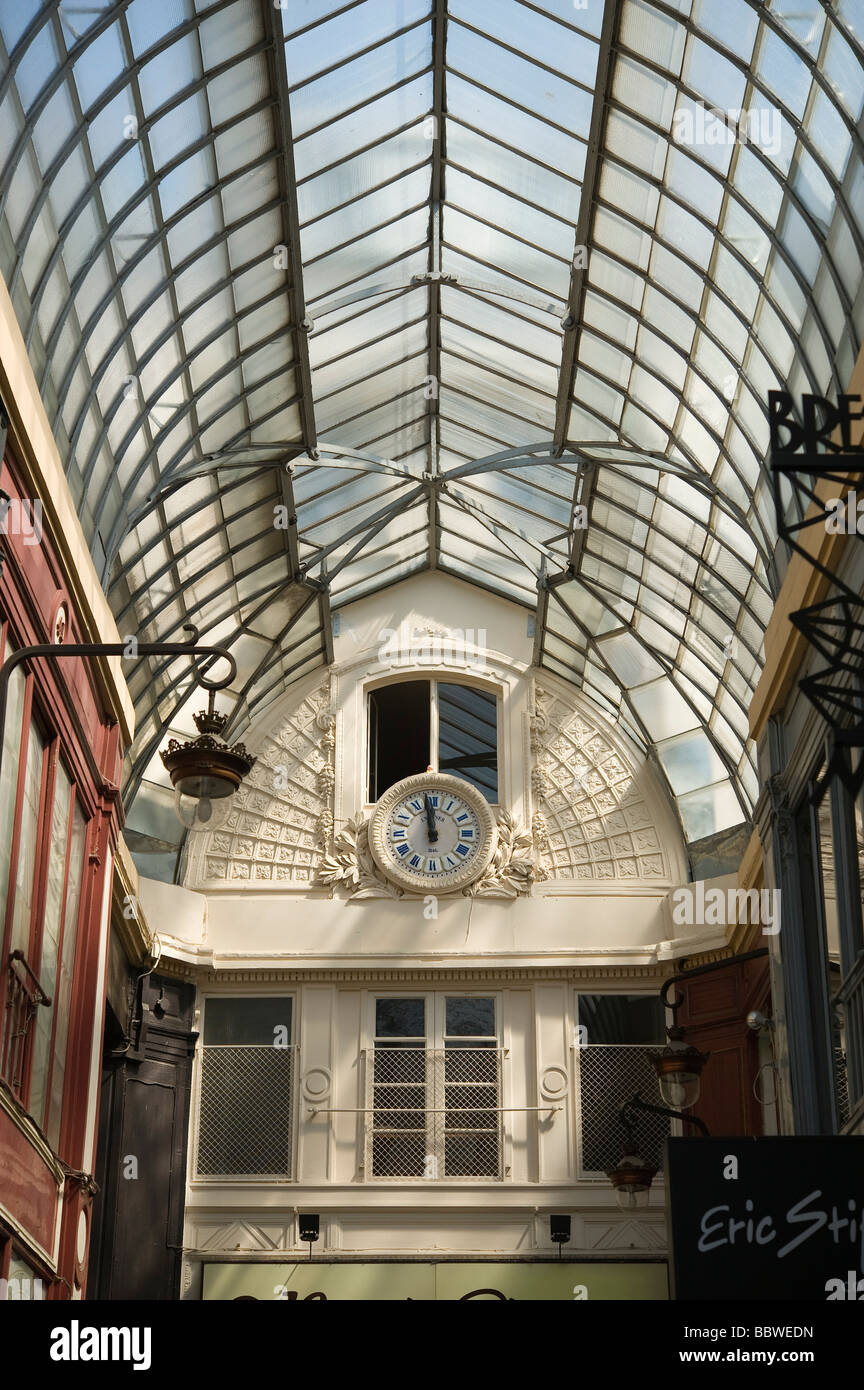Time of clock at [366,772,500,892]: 11:58
